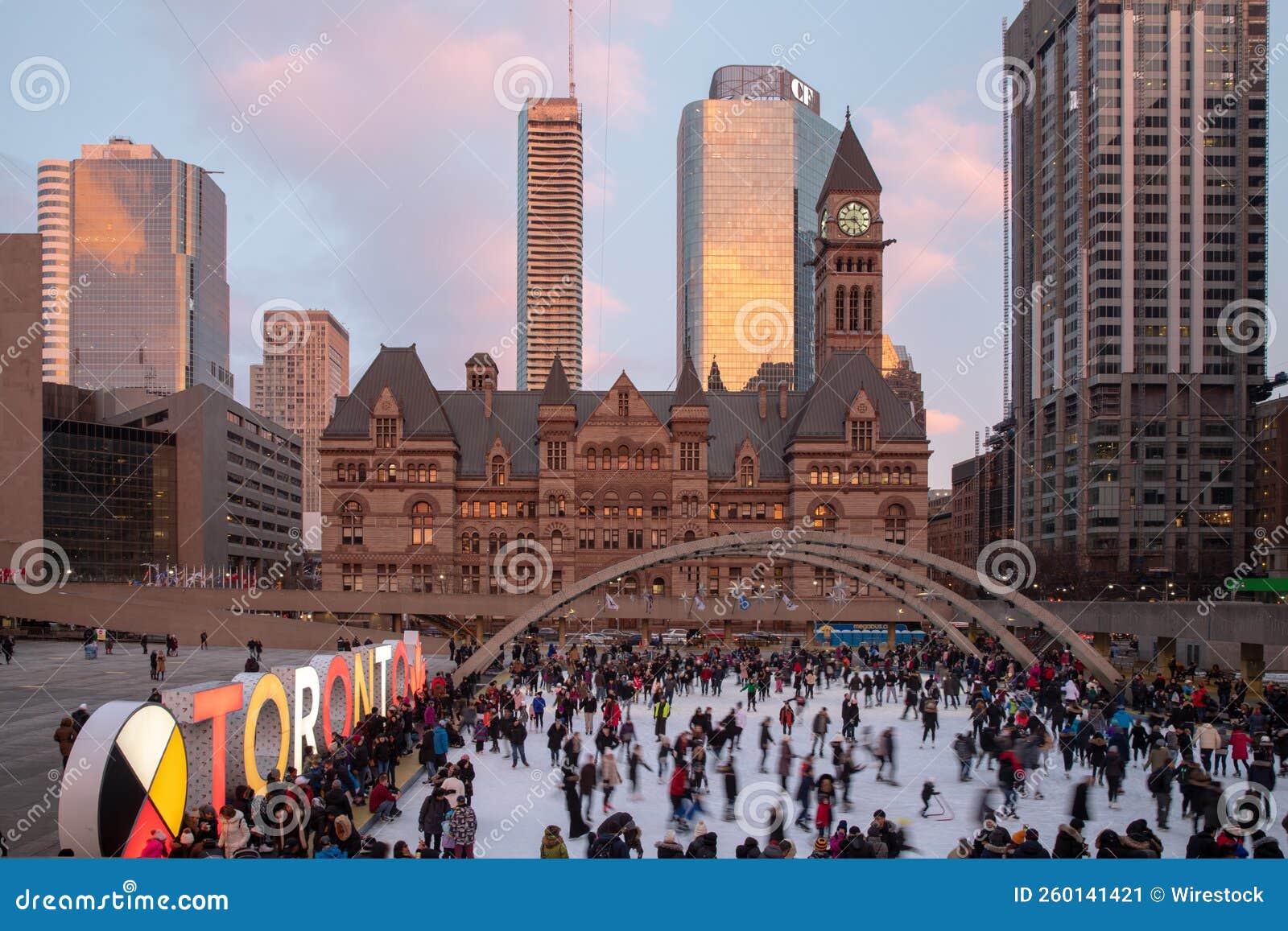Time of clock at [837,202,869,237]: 4:44
